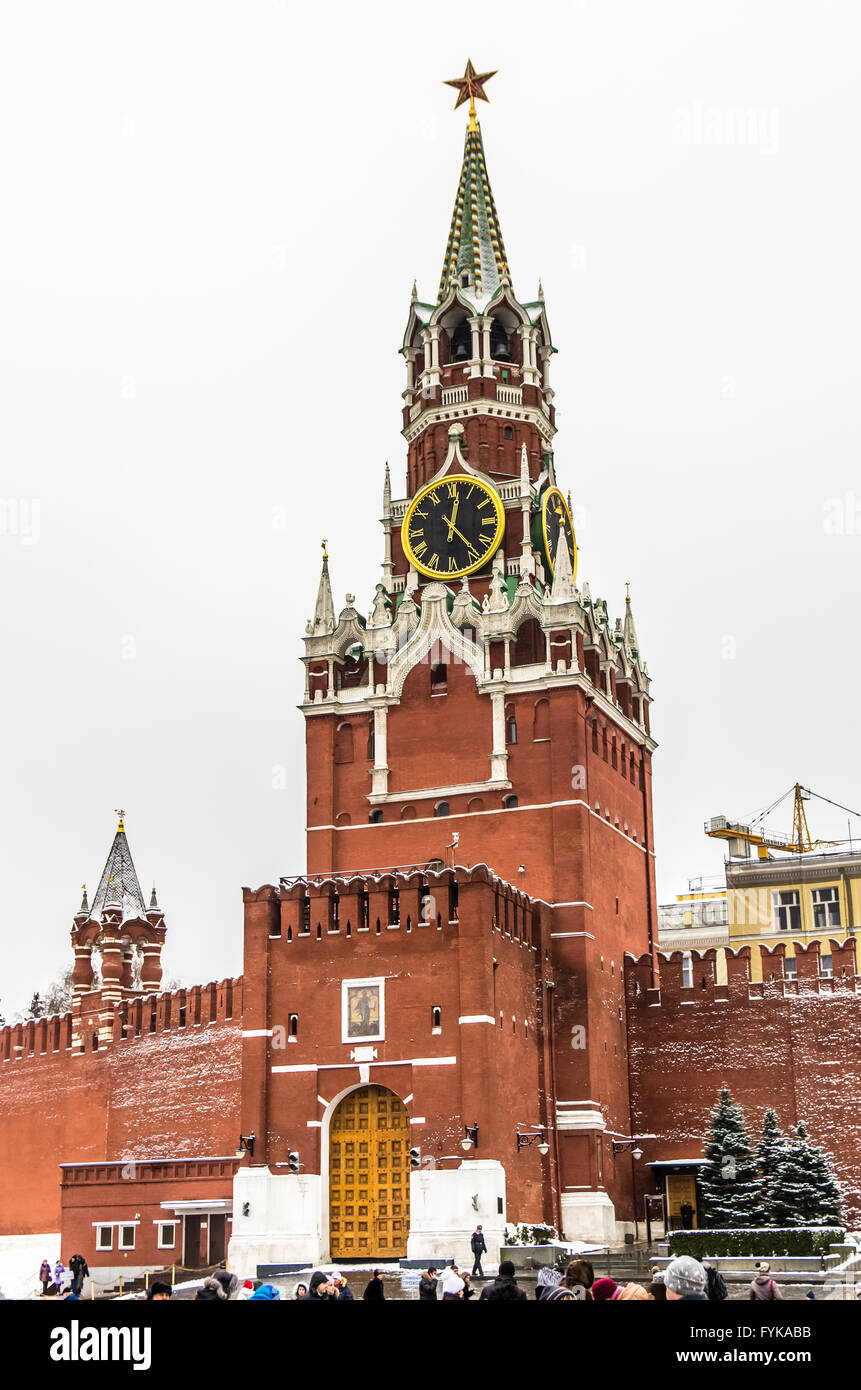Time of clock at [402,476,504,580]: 12:23
